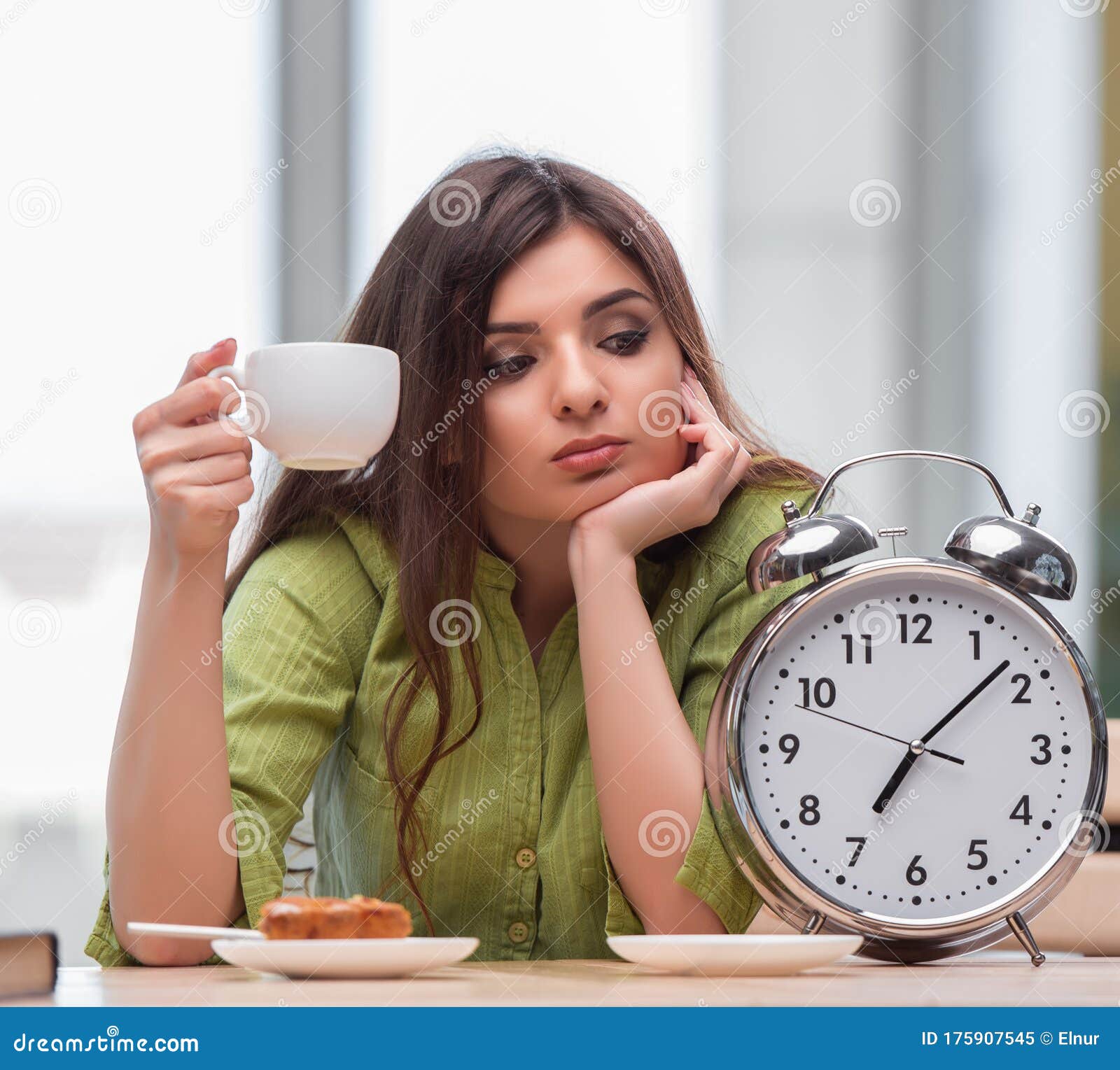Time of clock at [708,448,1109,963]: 7:07
